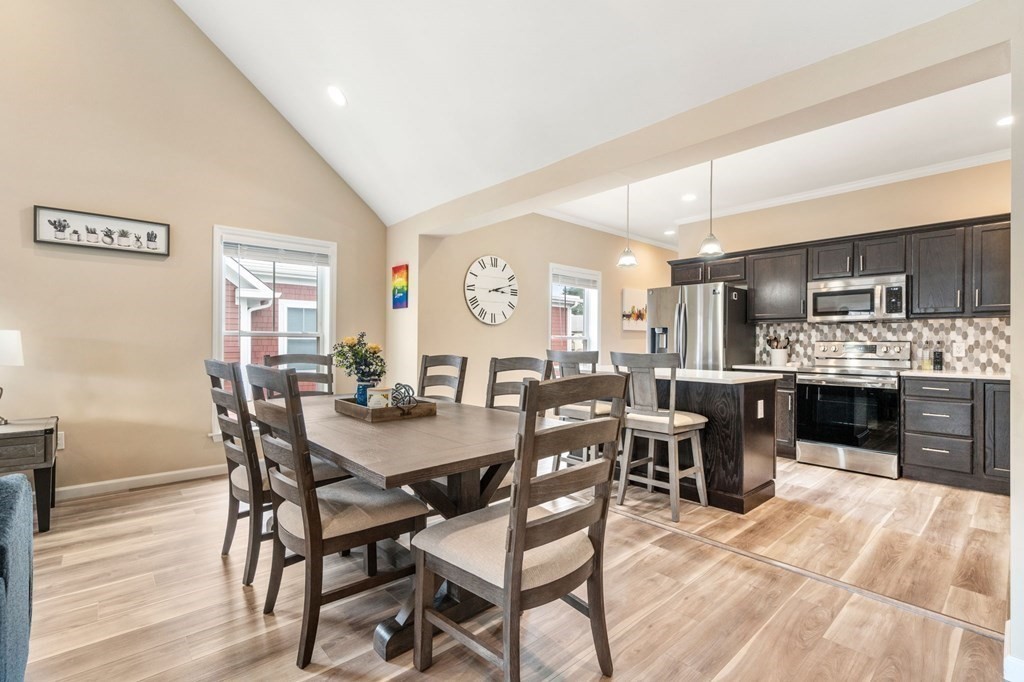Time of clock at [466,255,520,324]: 3:12
